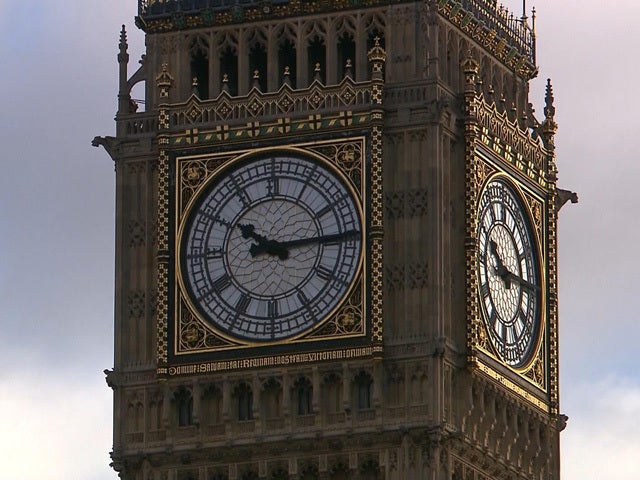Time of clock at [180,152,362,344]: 10:14
